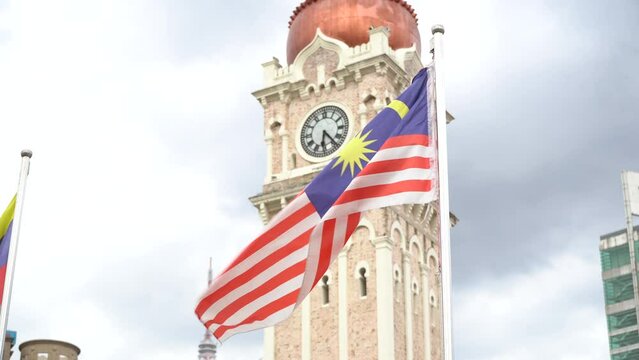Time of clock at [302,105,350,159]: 6:23
